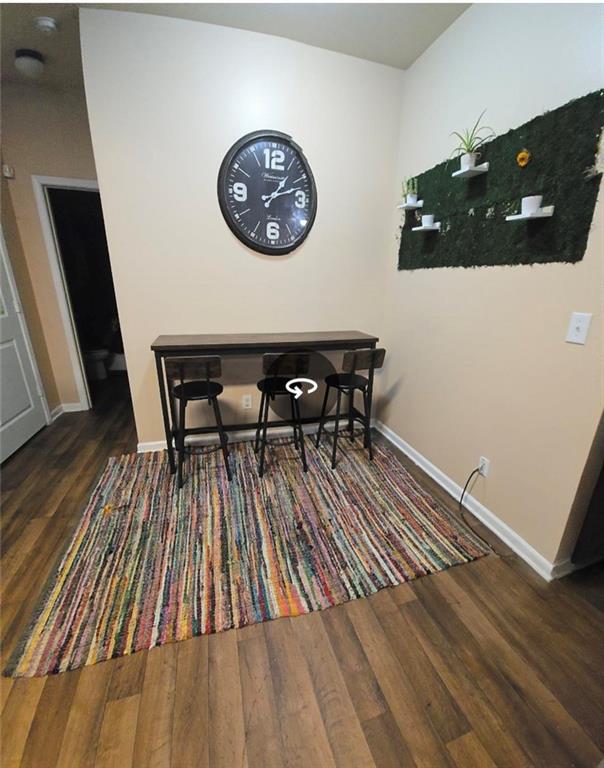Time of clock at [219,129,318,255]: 1:11
